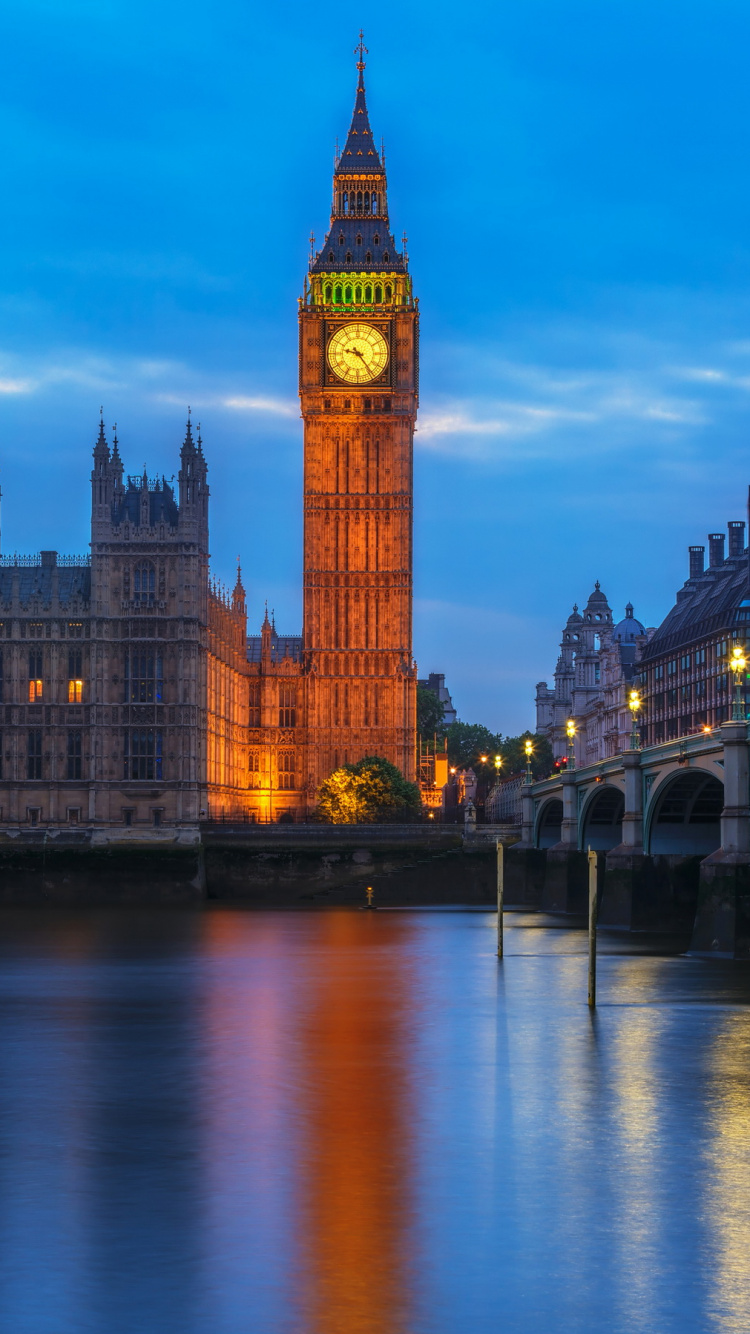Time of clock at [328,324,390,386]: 9:23
